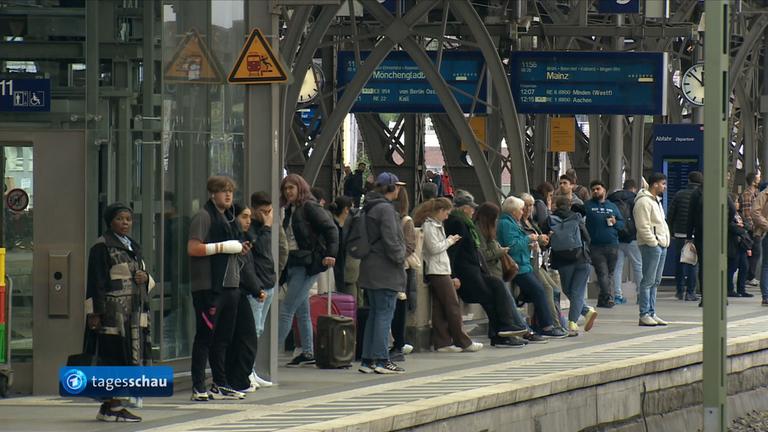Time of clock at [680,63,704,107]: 11:51
